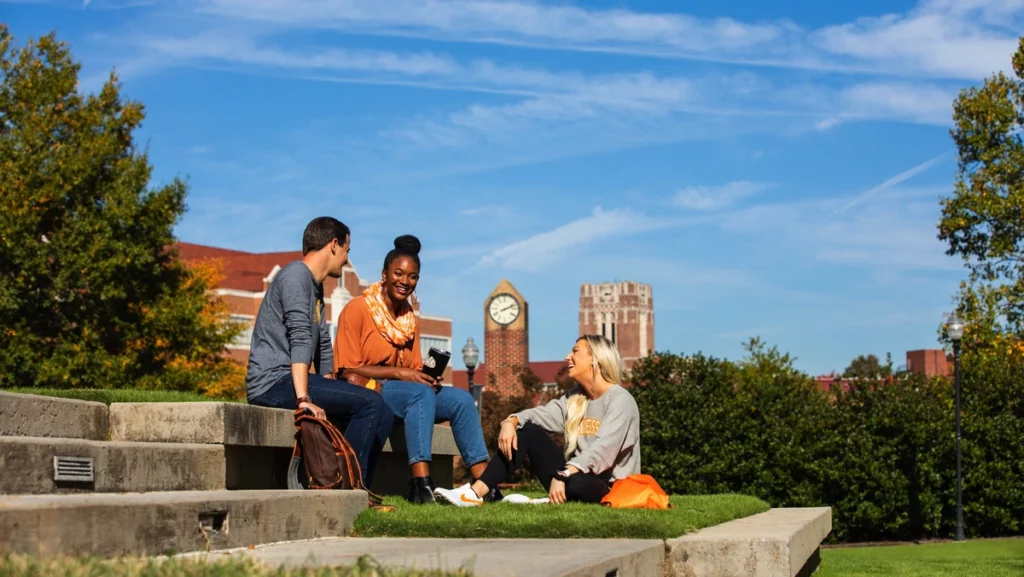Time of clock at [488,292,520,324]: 2:11
